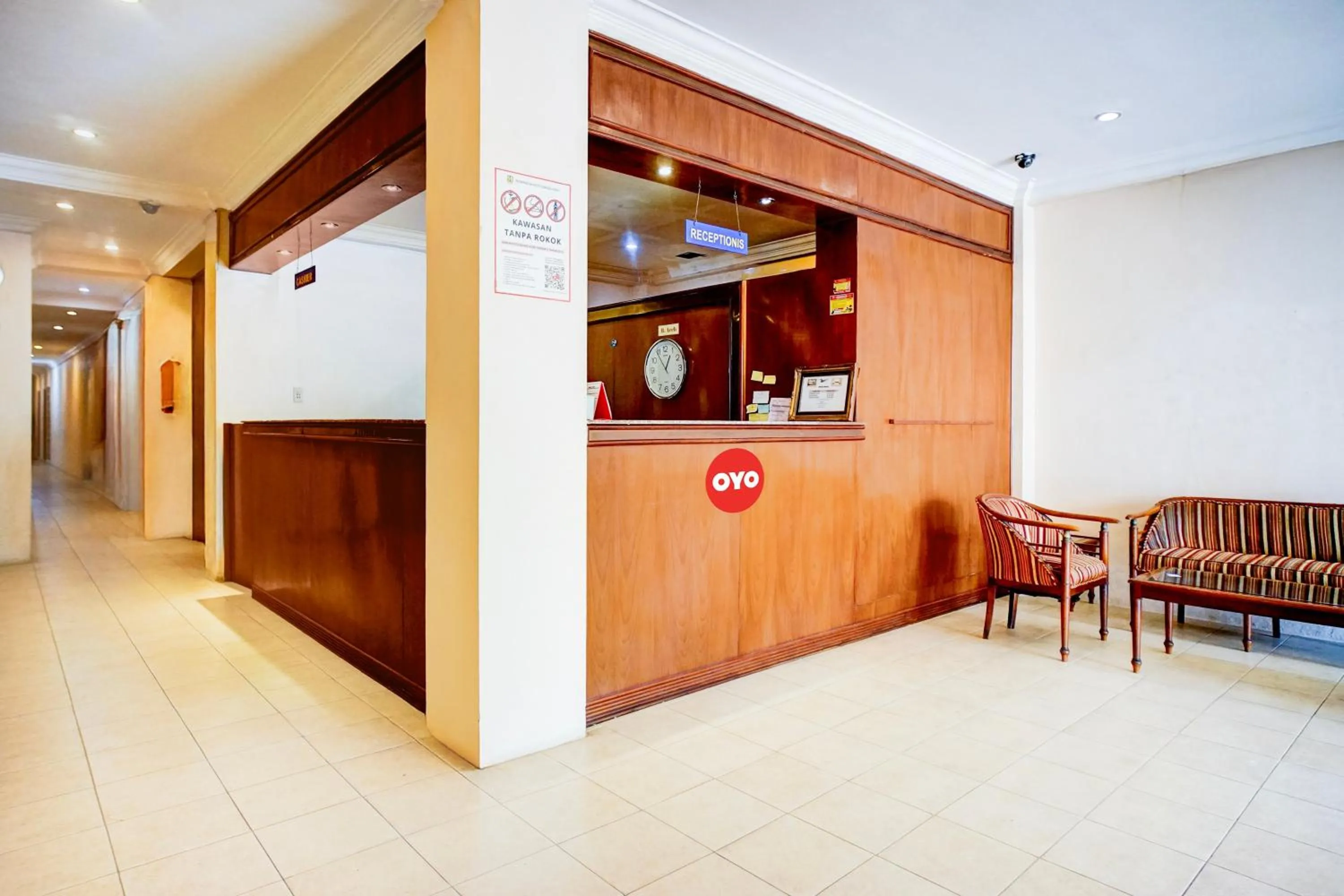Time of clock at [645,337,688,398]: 12:54
